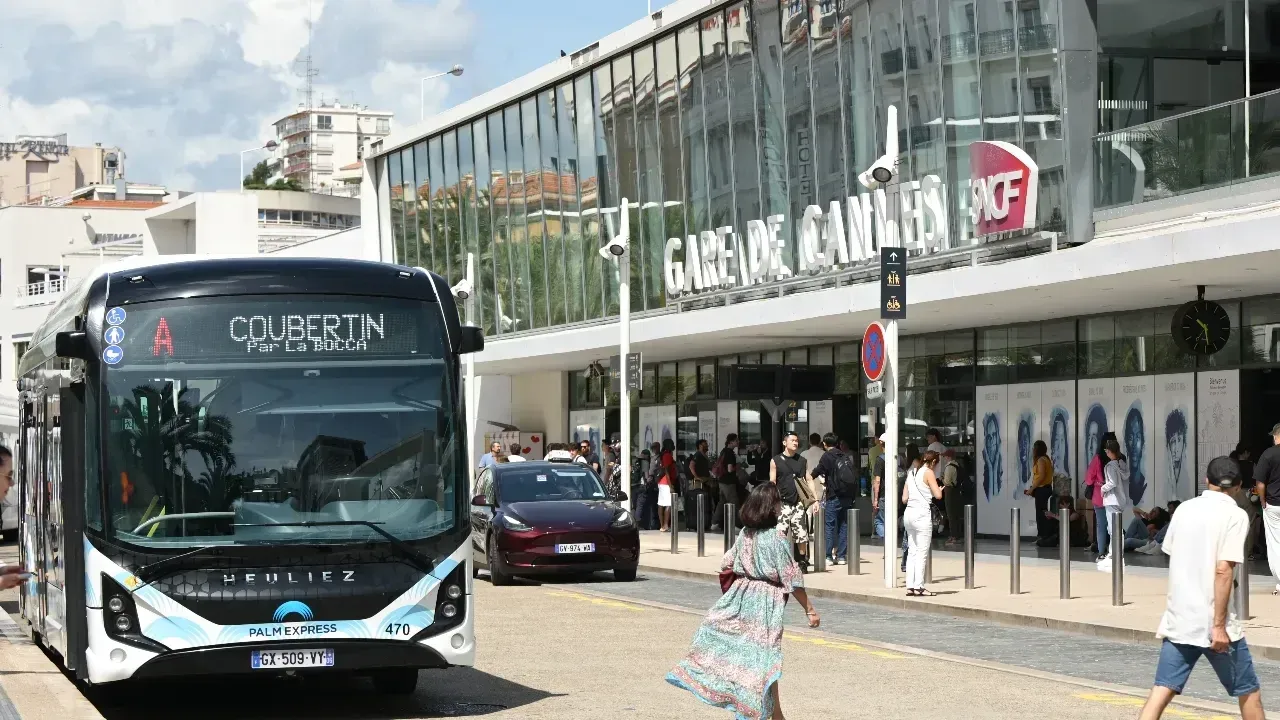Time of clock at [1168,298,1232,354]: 10:28
